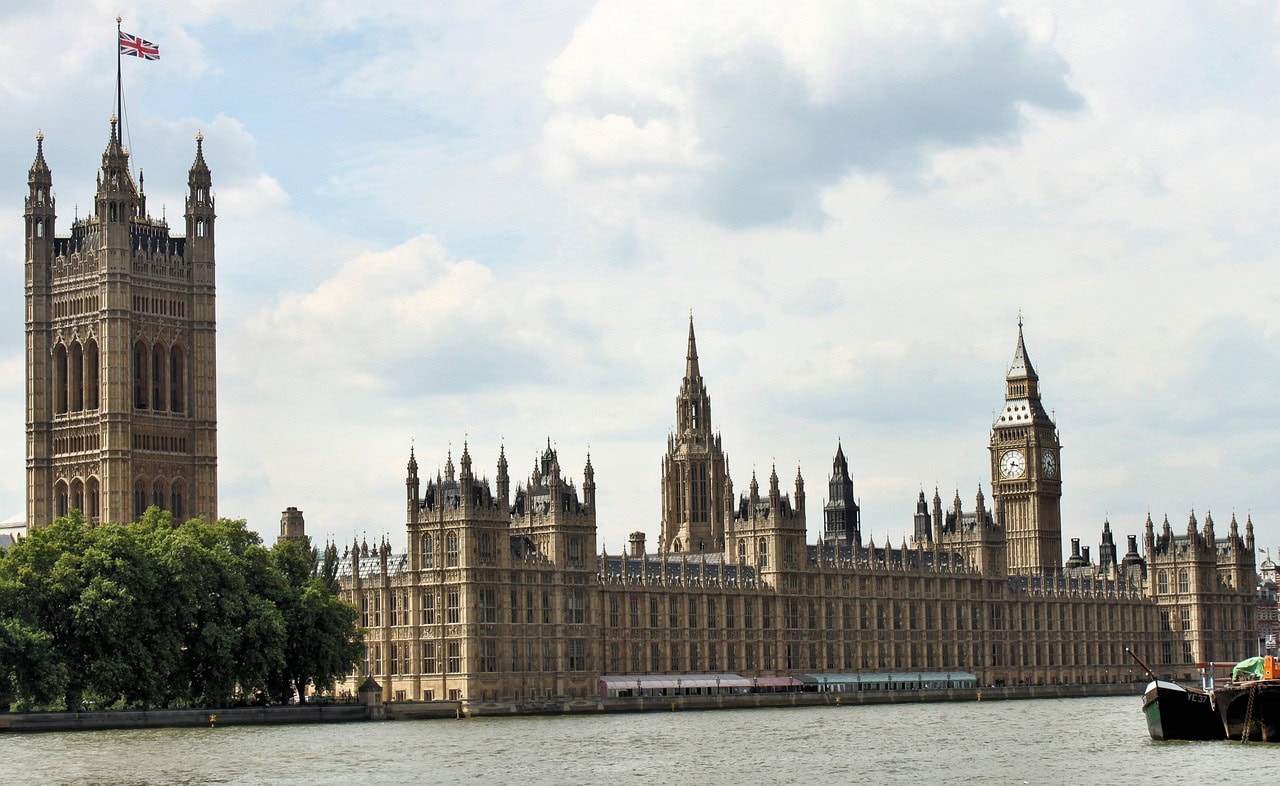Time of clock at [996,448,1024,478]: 3:34
